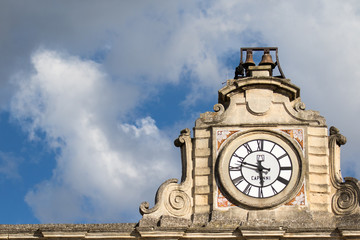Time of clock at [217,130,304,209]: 5:47
